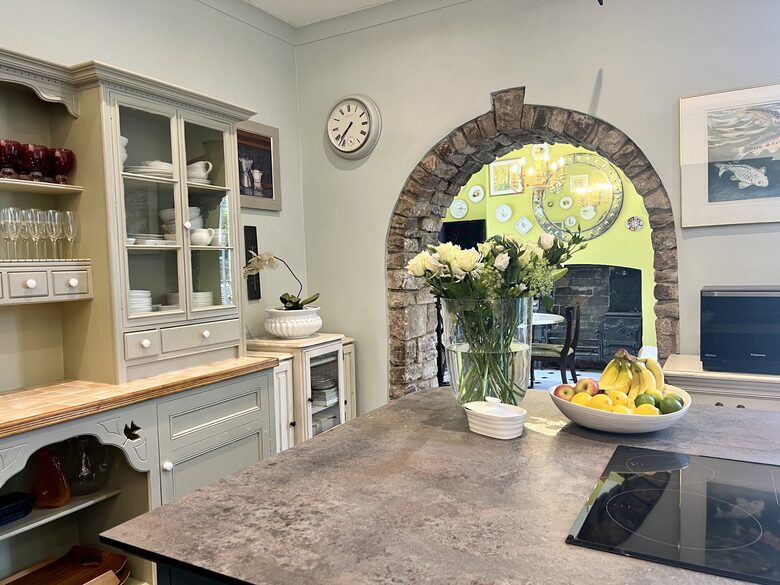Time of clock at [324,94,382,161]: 7:37
